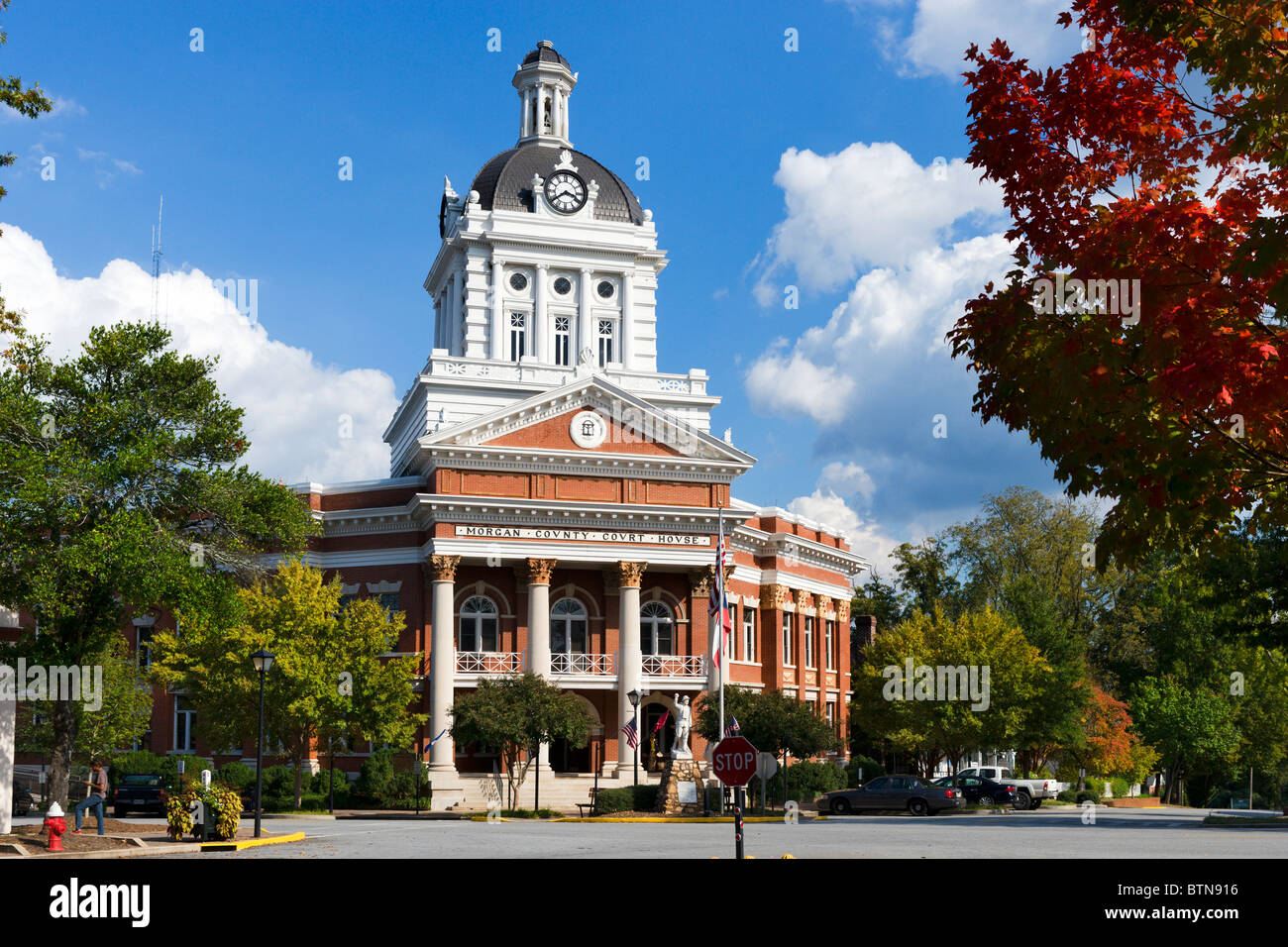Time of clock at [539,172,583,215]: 3:39
